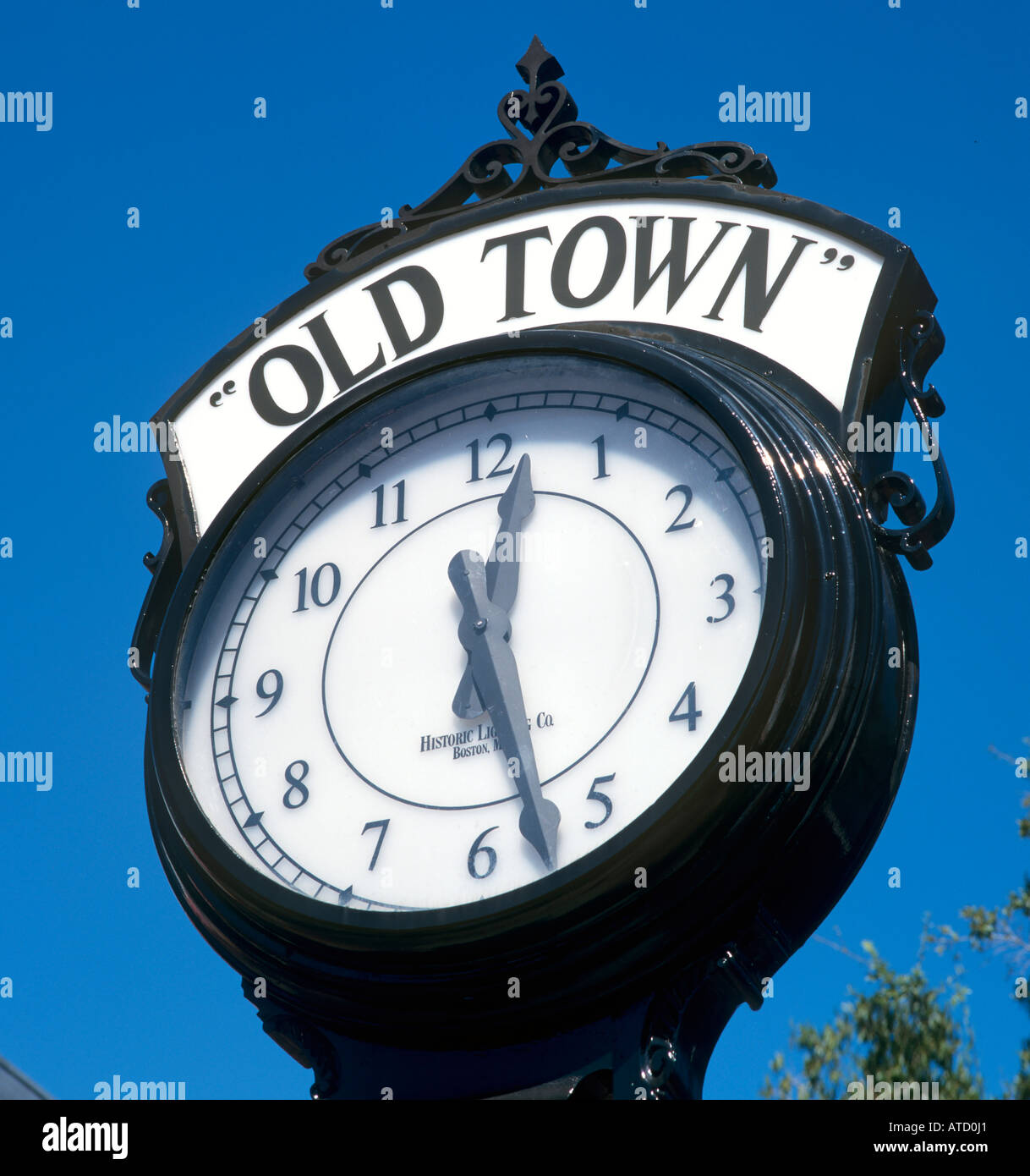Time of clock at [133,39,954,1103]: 12:27
